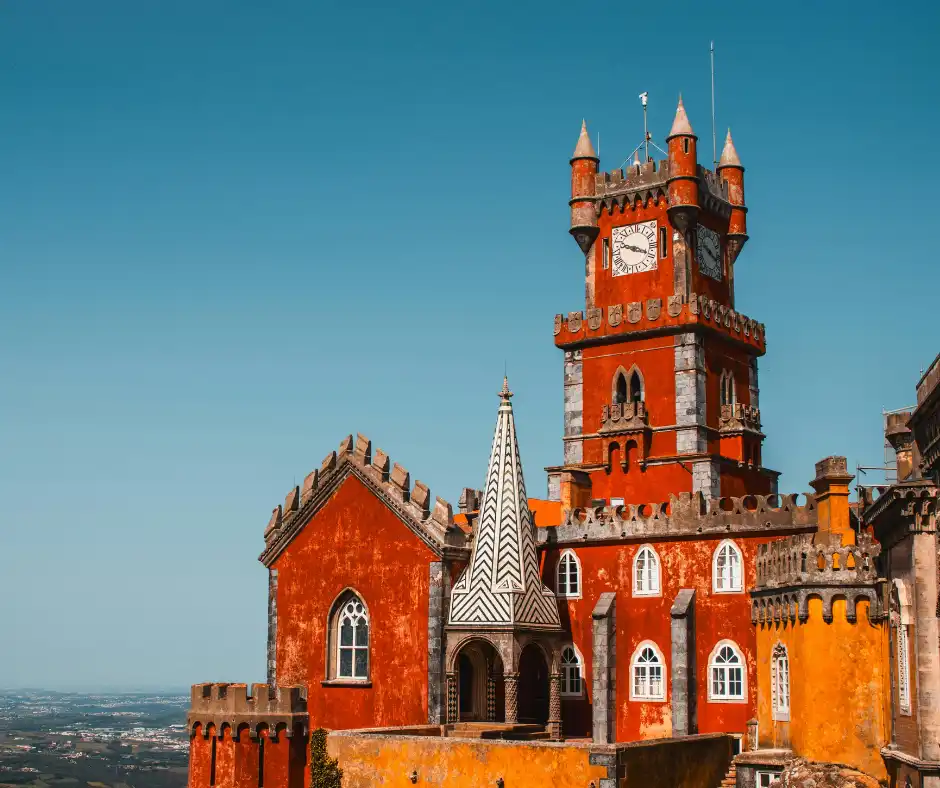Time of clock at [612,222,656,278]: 9:18
